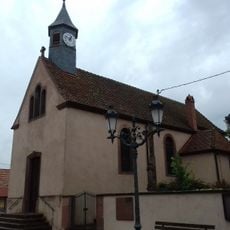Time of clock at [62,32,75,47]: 12:48
